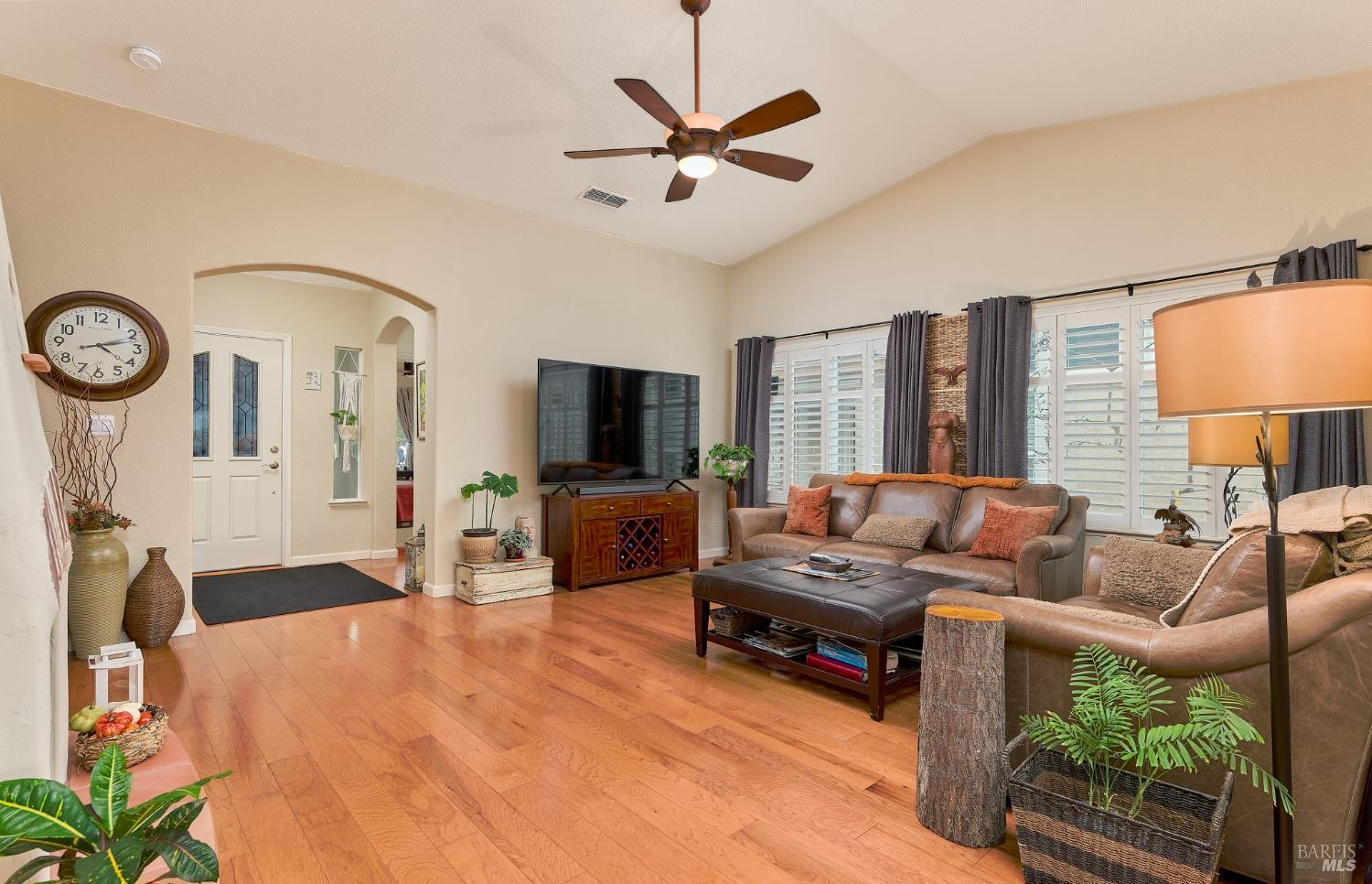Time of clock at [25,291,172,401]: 4:12
